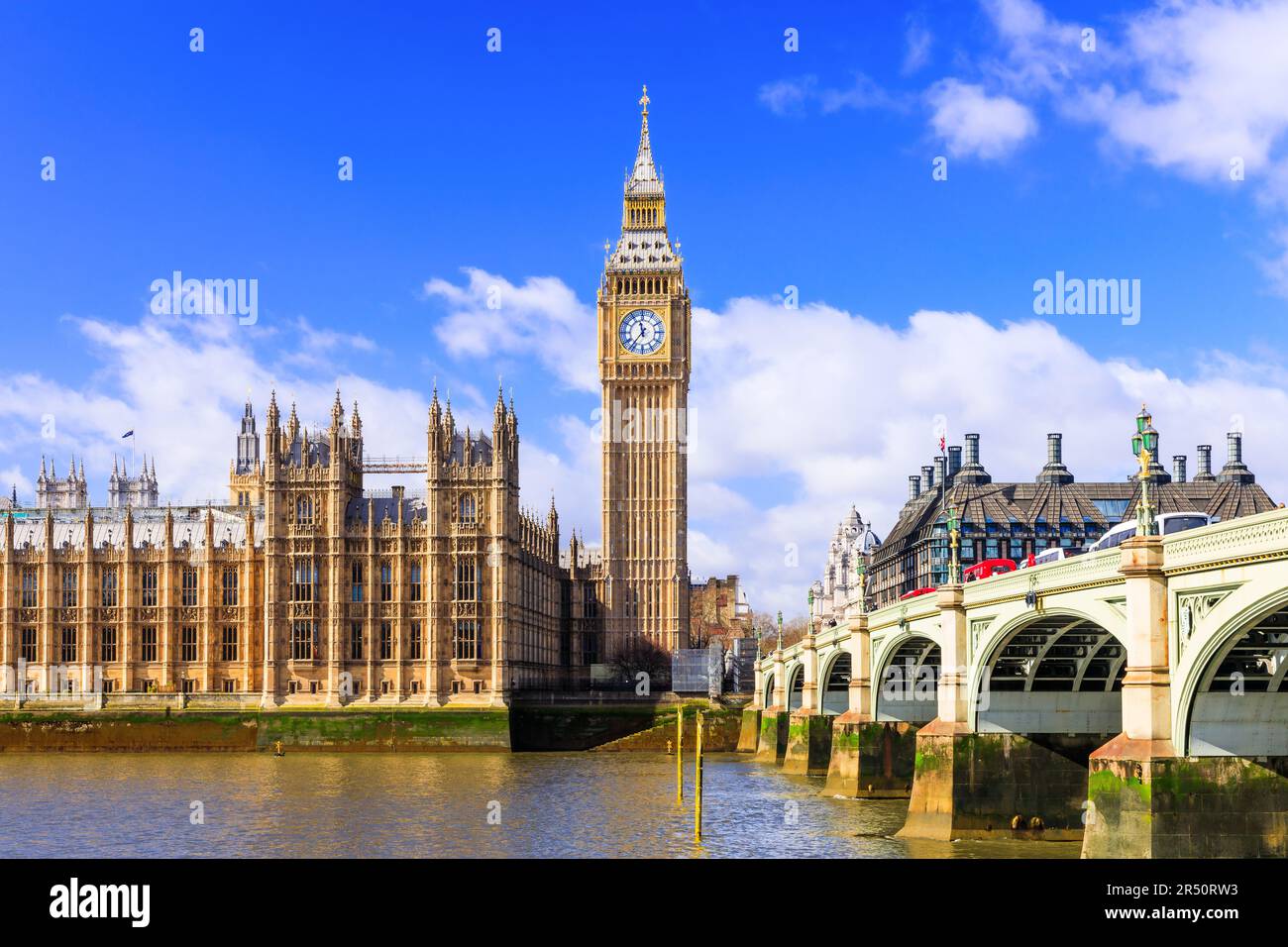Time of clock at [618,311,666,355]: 11:36
